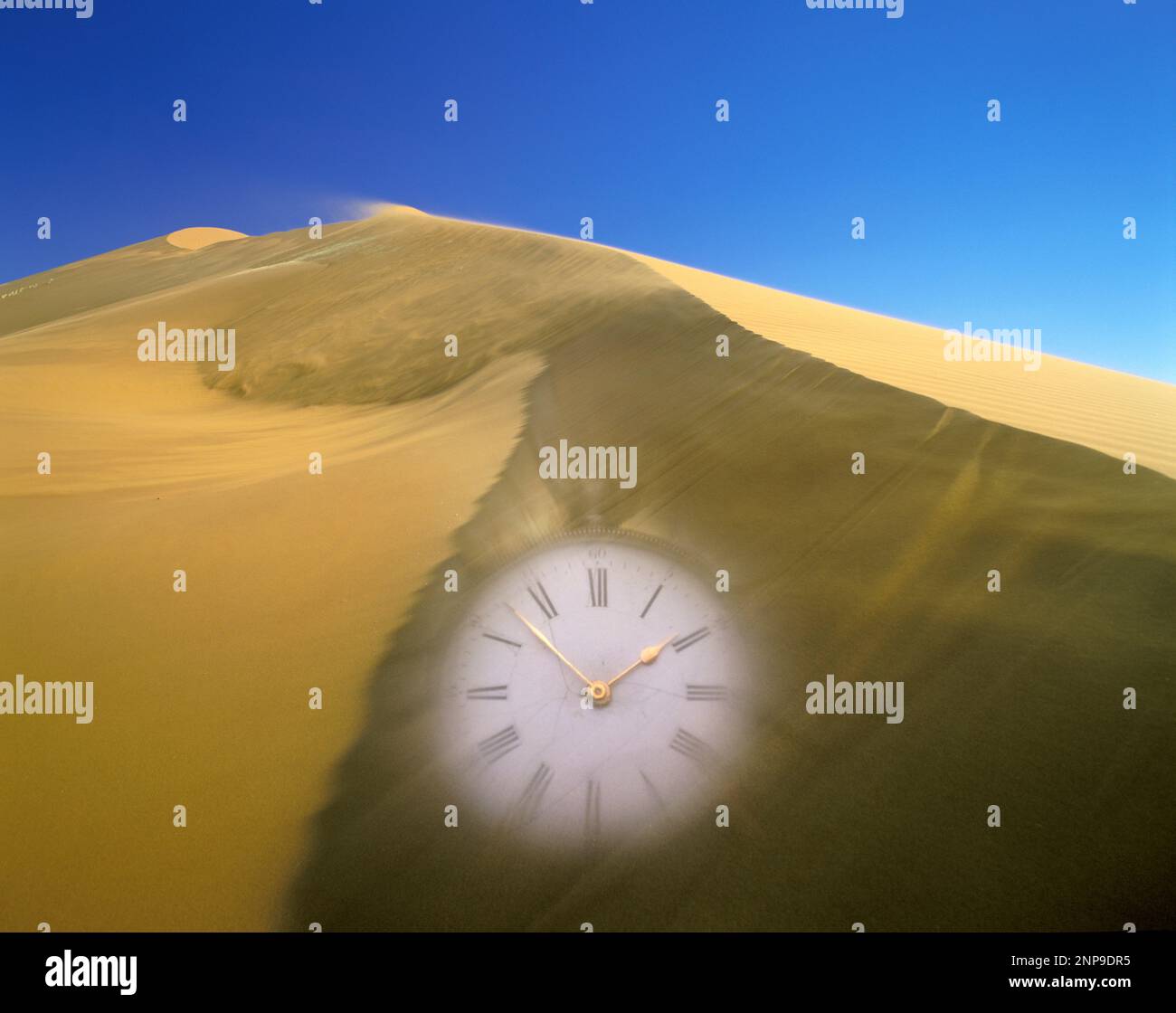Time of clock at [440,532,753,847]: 1:52
